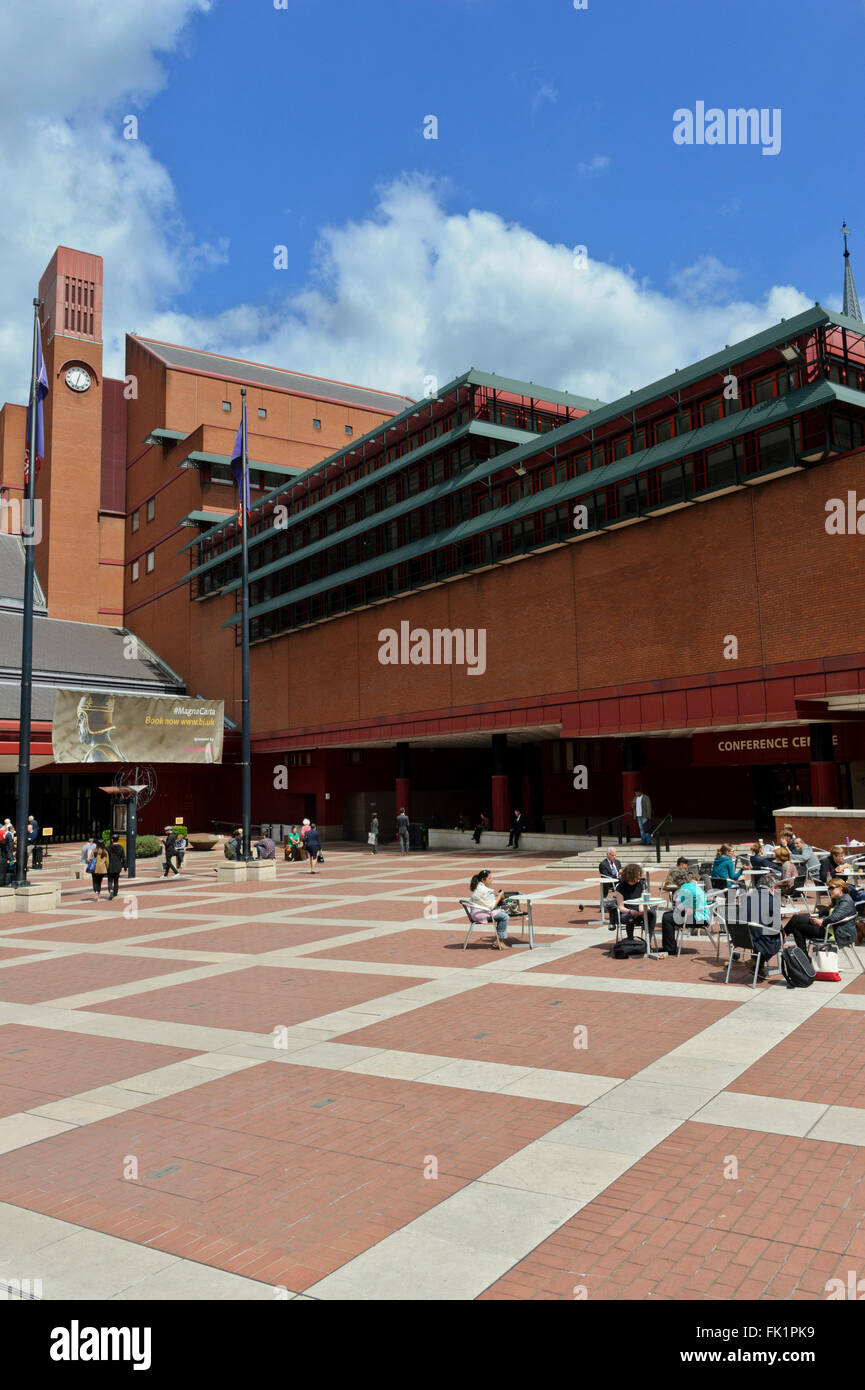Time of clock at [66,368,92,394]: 12:32
